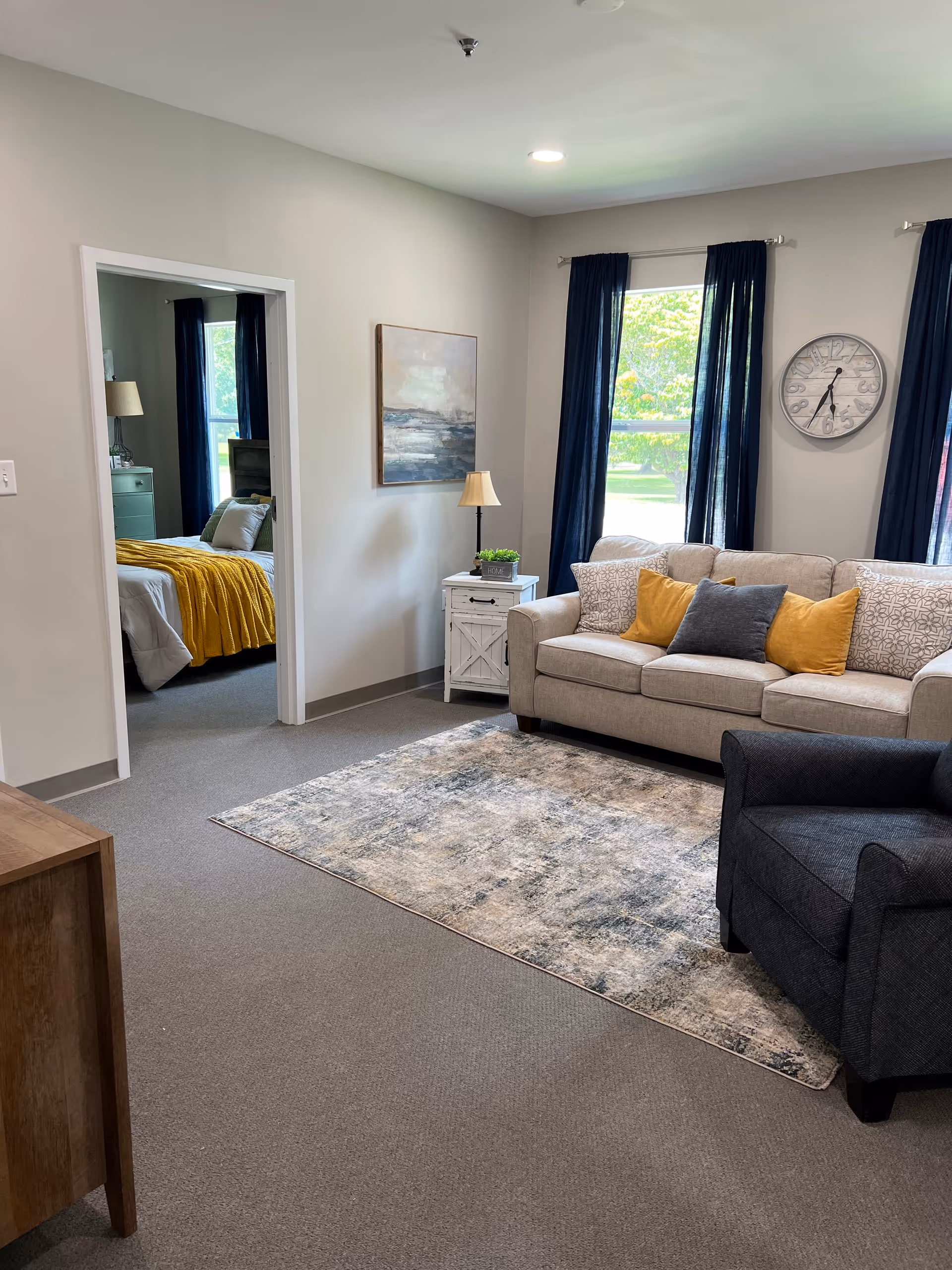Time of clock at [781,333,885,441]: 5:34
